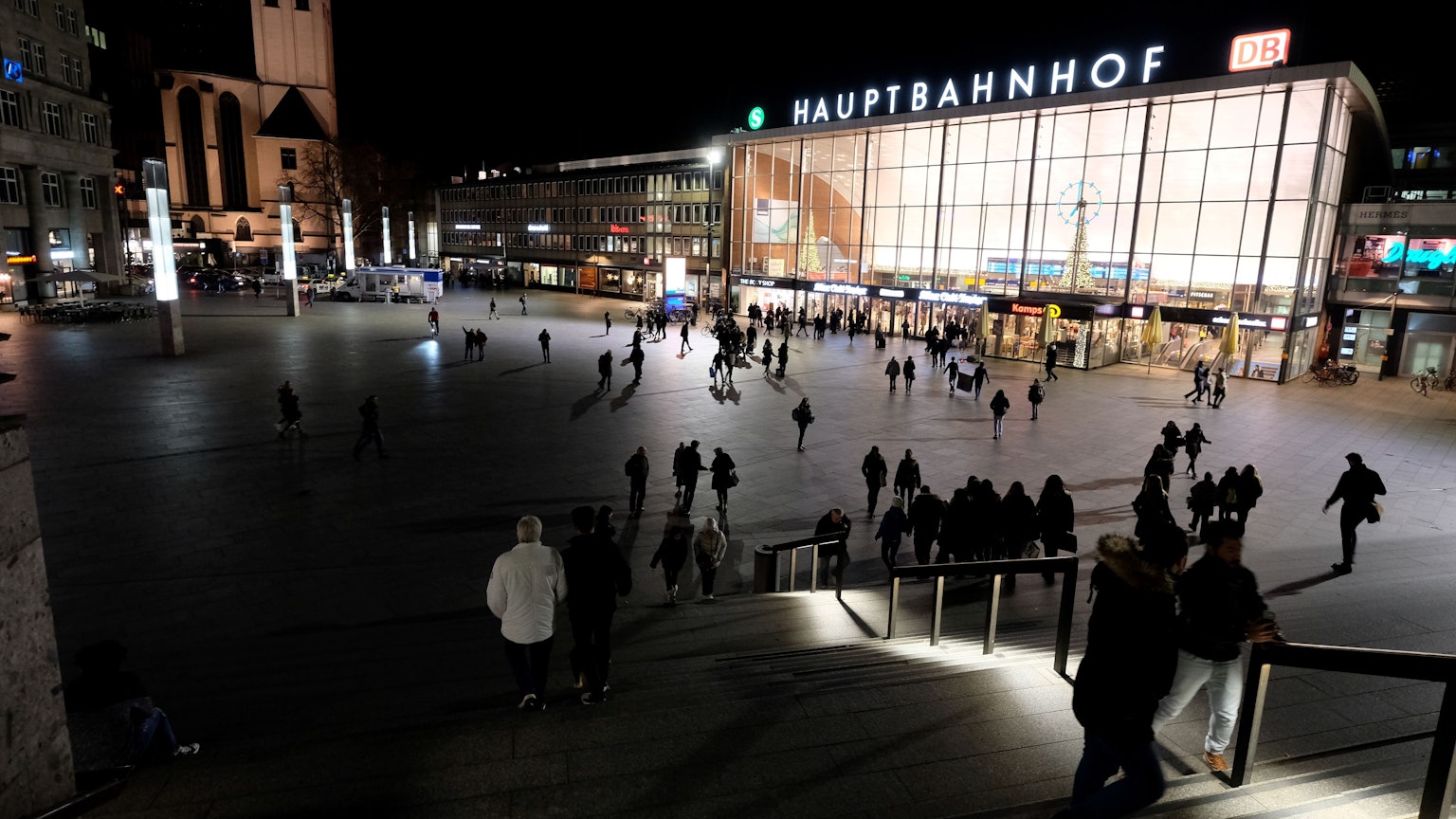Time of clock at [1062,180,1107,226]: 7:15
